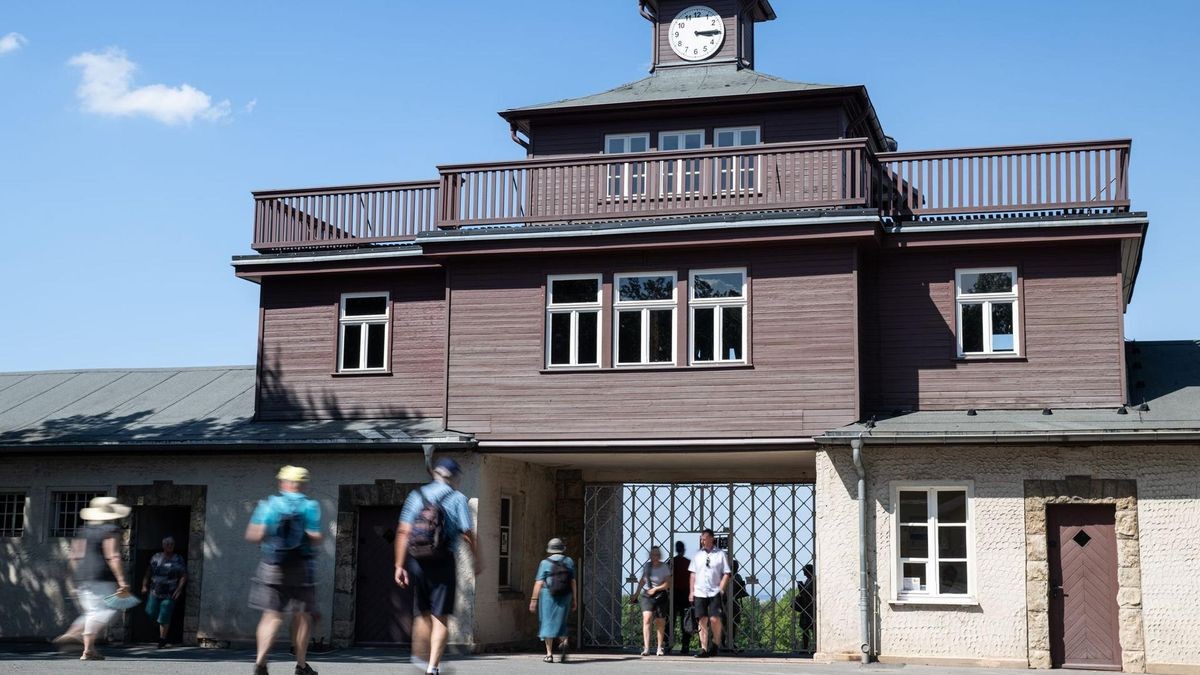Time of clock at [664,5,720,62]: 3:14
